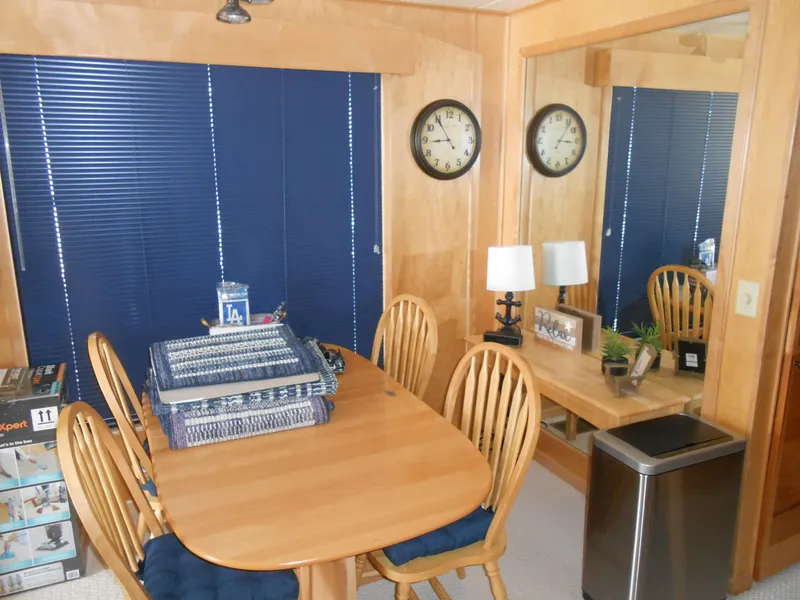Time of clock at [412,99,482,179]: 8:54
